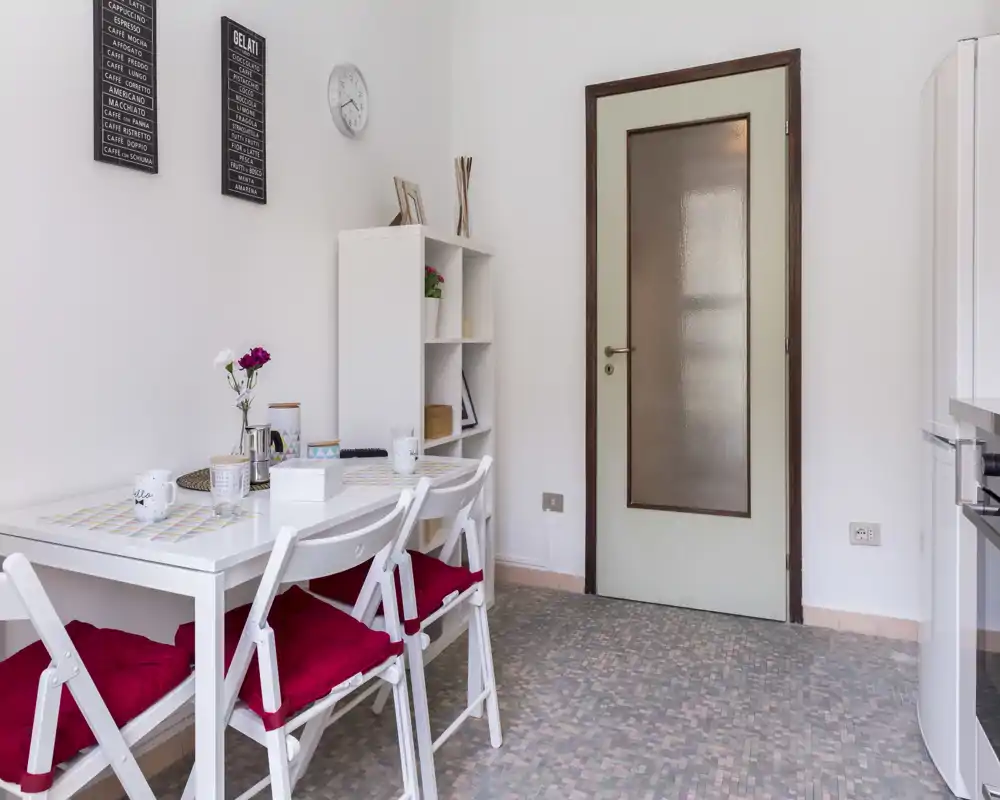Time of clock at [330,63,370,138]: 3:40
